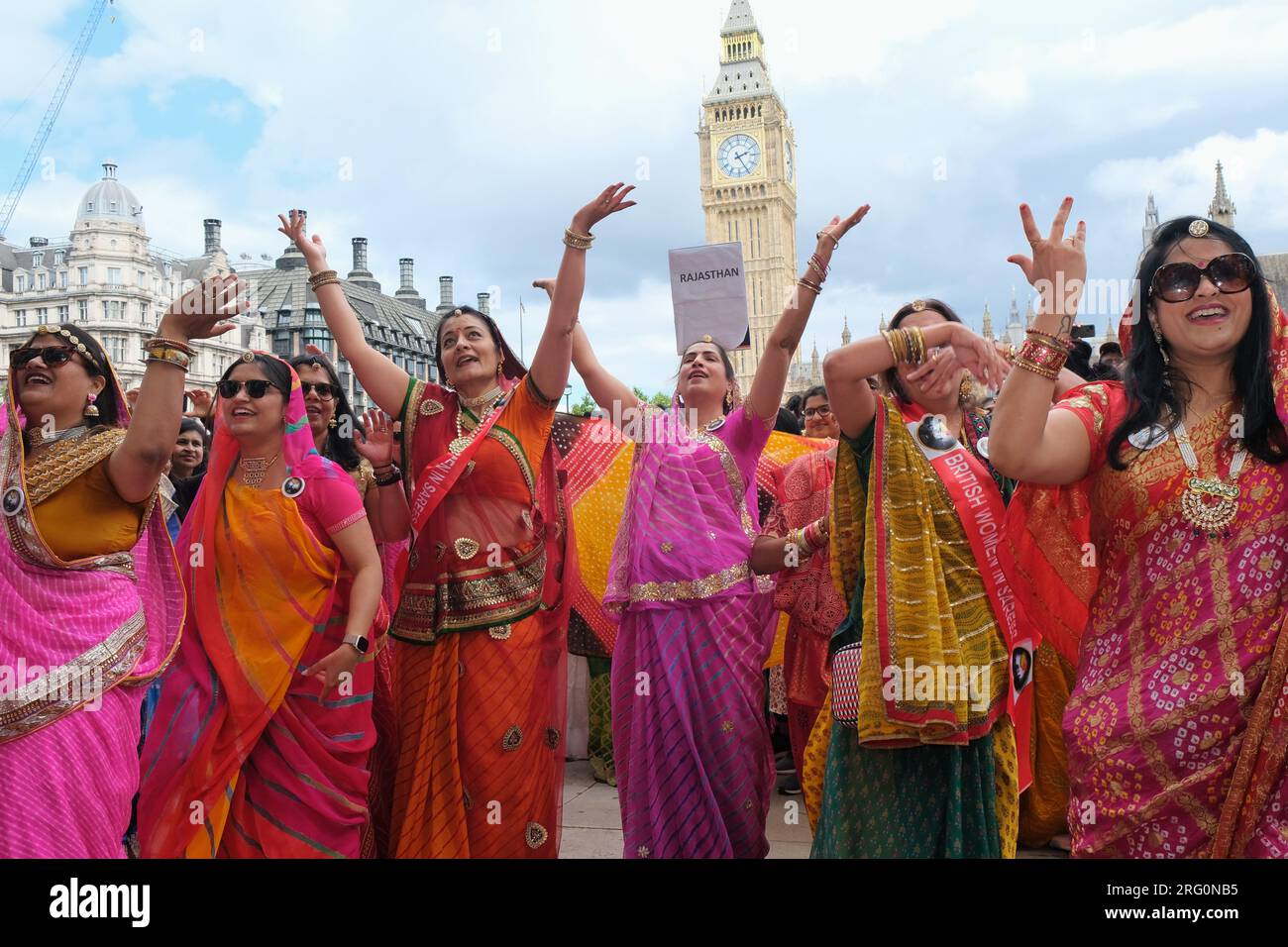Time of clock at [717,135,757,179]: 2:25
